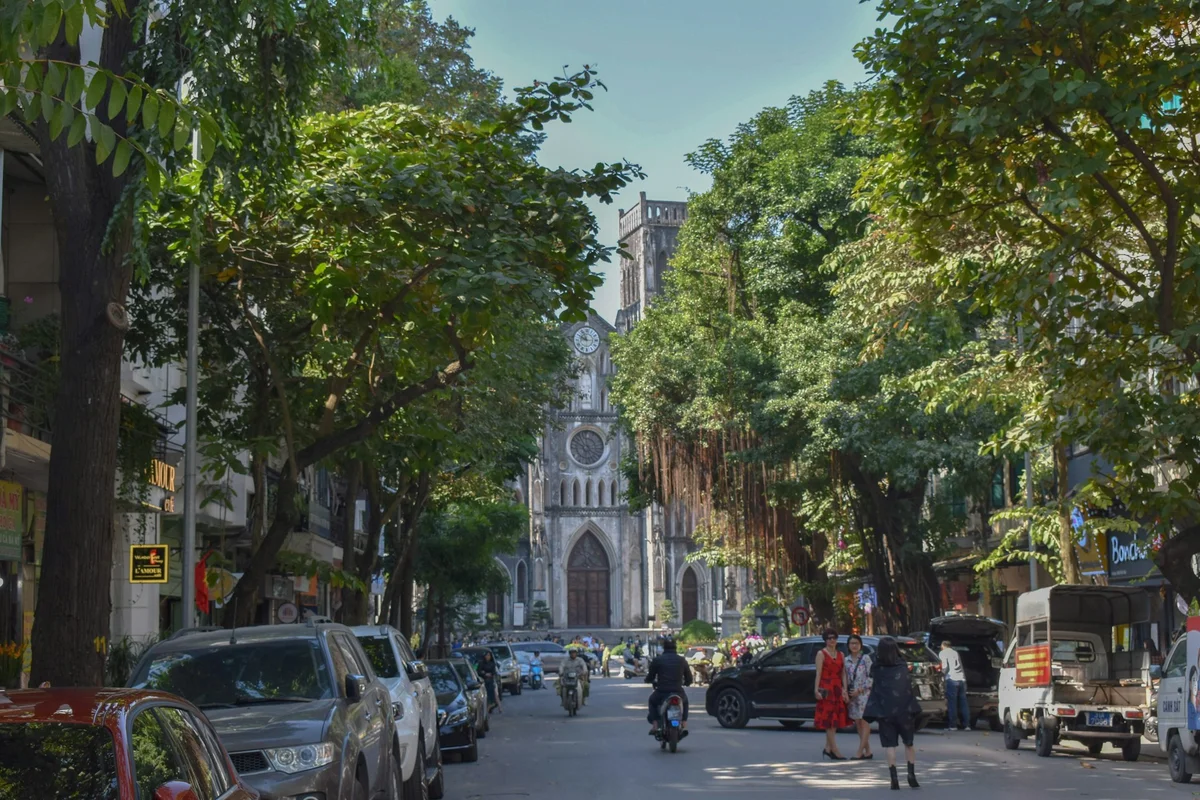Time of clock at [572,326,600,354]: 9:56
